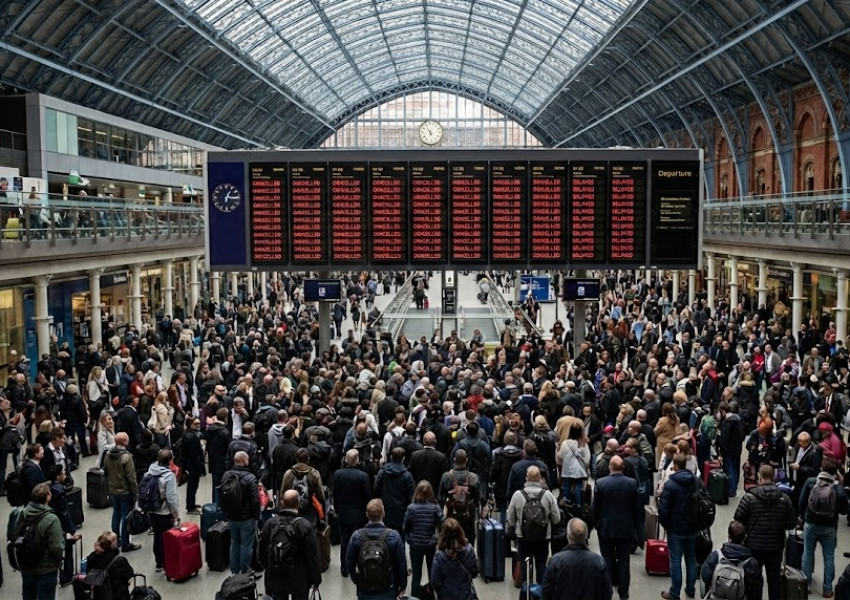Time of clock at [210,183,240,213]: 1:16
